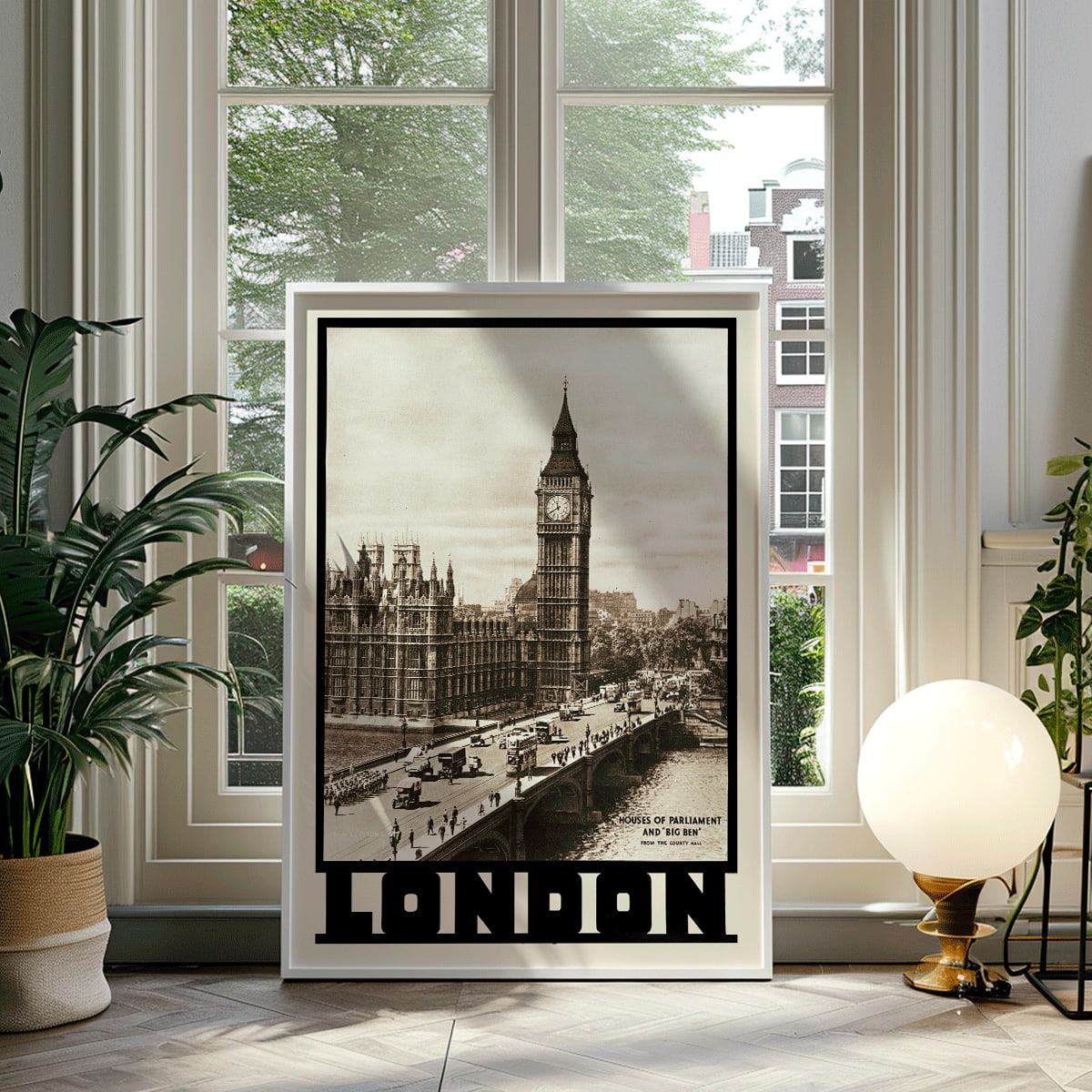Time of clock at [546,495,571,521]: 11:40
